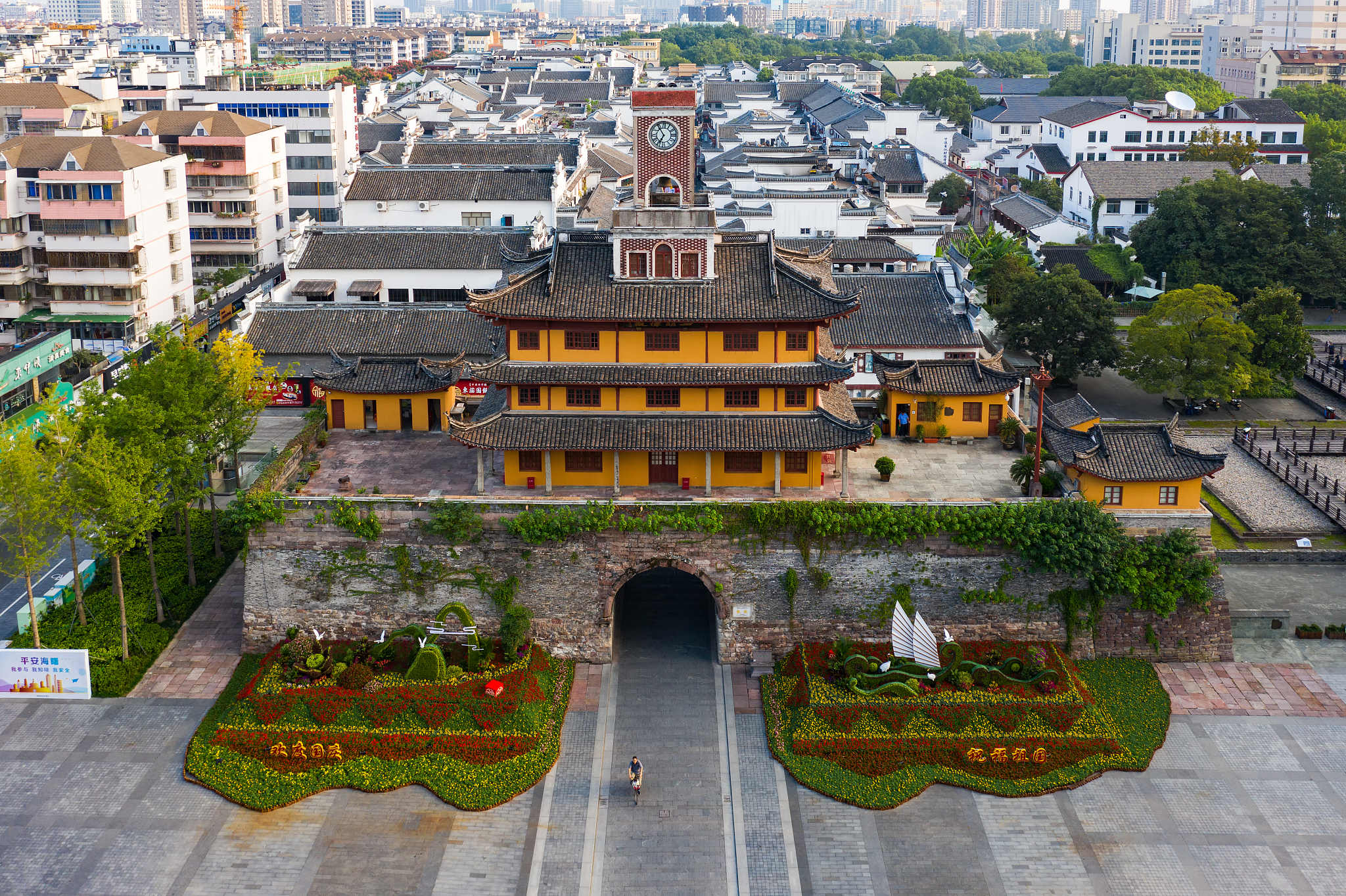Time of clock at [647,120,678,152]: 6:54
